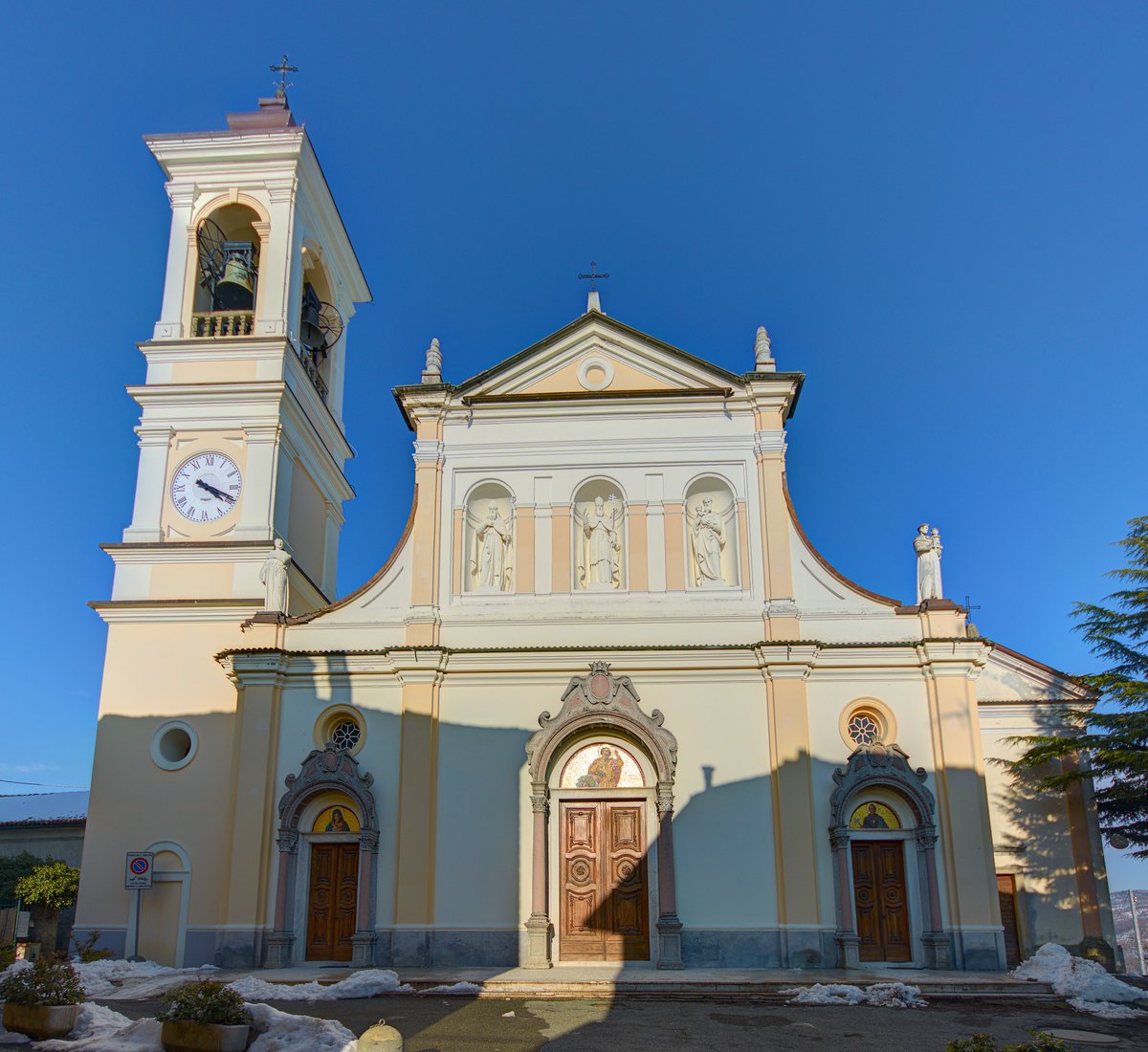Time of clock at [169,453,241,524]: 4:18
